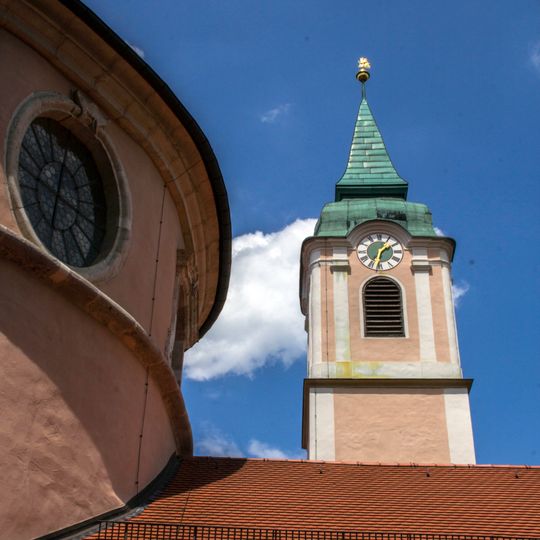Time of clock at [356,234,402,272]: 1:32
